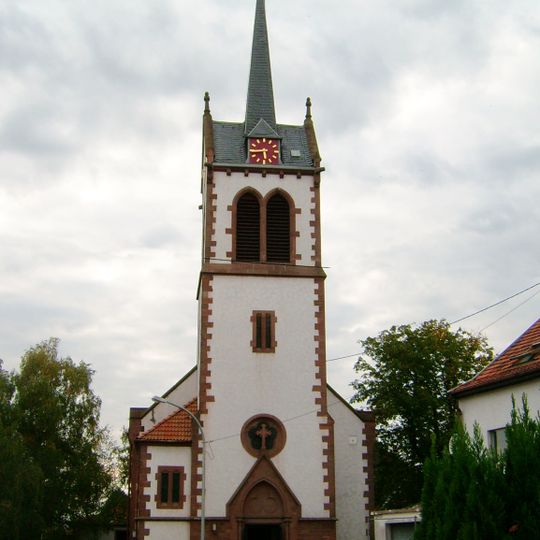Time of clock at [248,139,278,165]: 5:44
